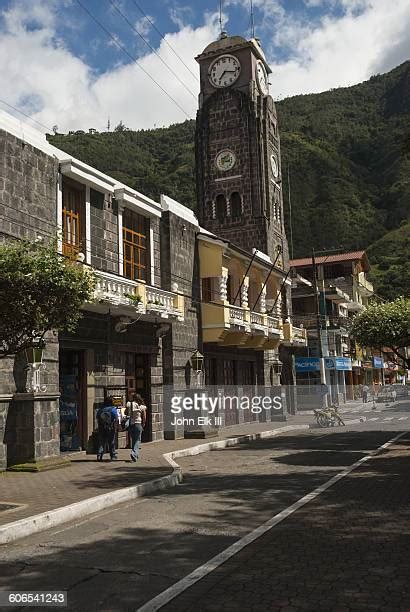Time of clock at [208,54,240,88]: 7:17
